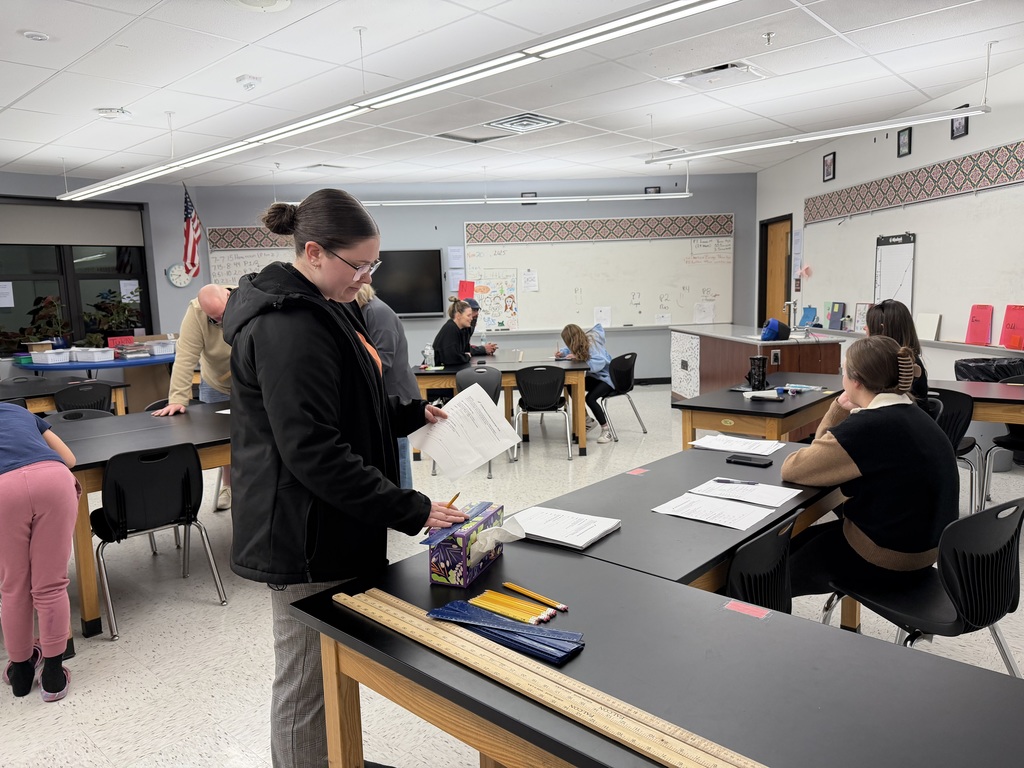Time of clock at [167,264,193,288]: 7:46
